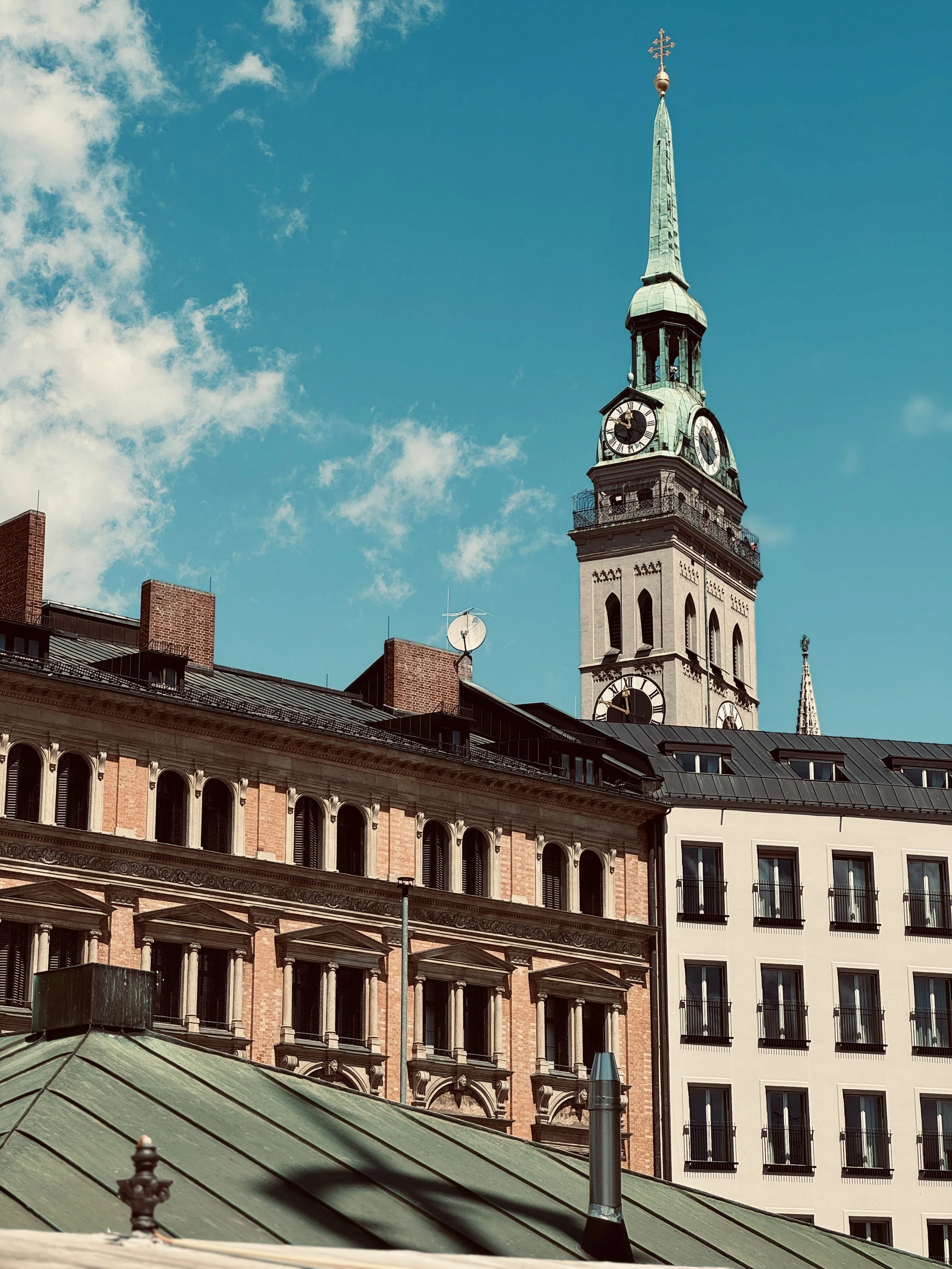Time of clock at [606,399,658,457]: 11:50
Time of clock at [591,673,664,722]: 11:49
